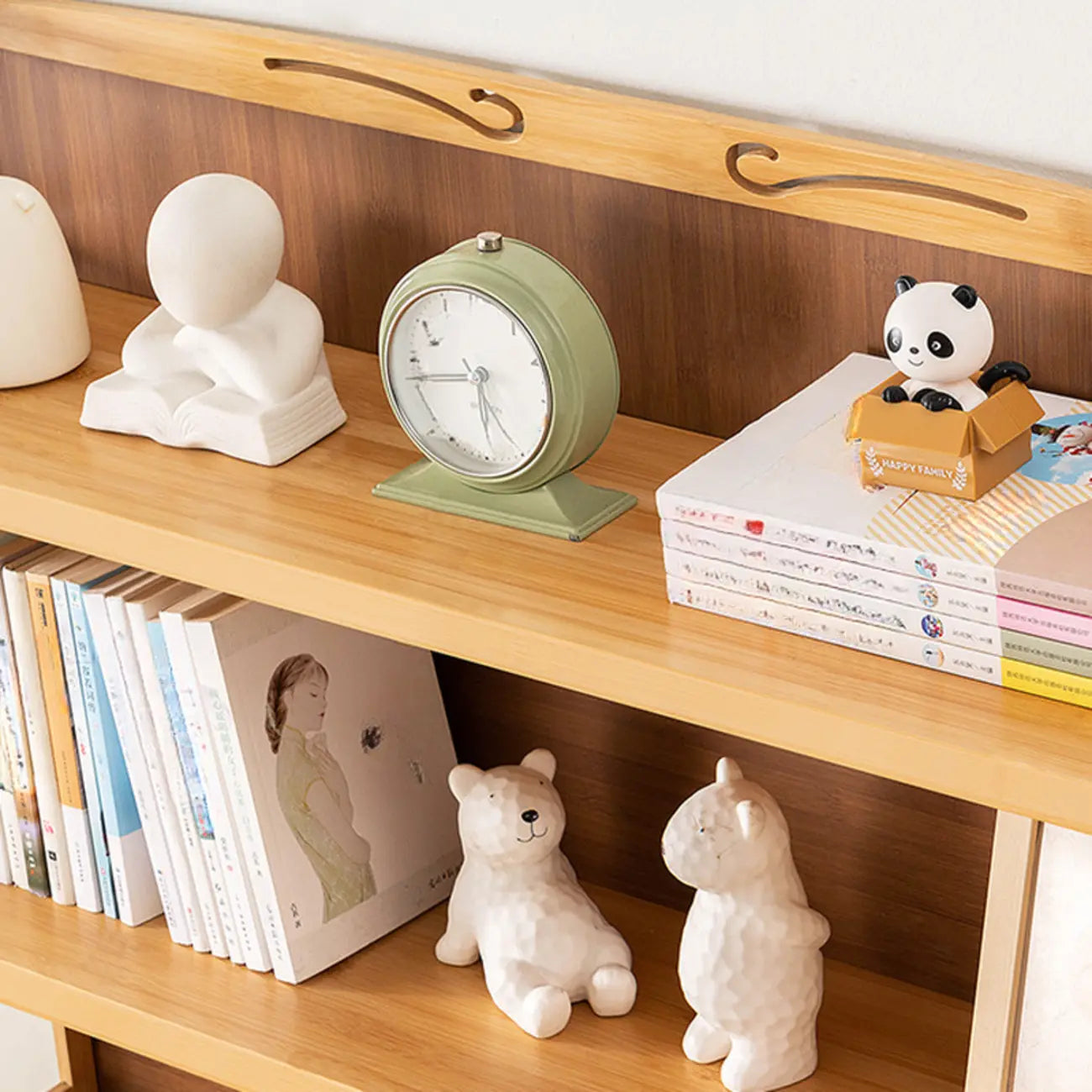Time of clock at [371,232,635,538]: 5:41
